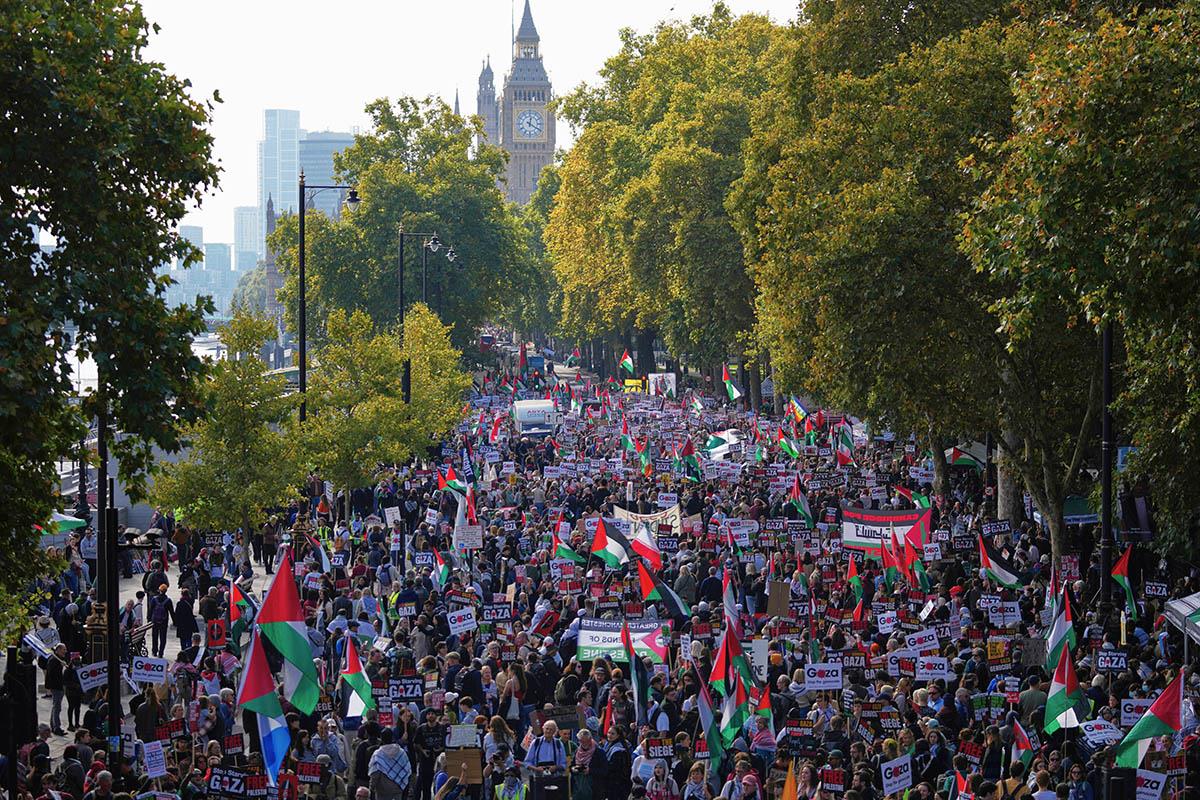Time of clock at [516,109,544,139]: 12:20
